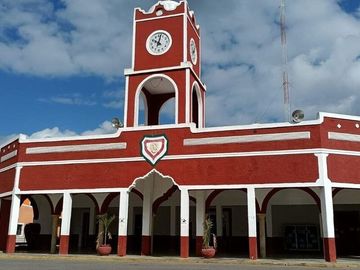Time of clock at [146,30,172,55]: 10:02
